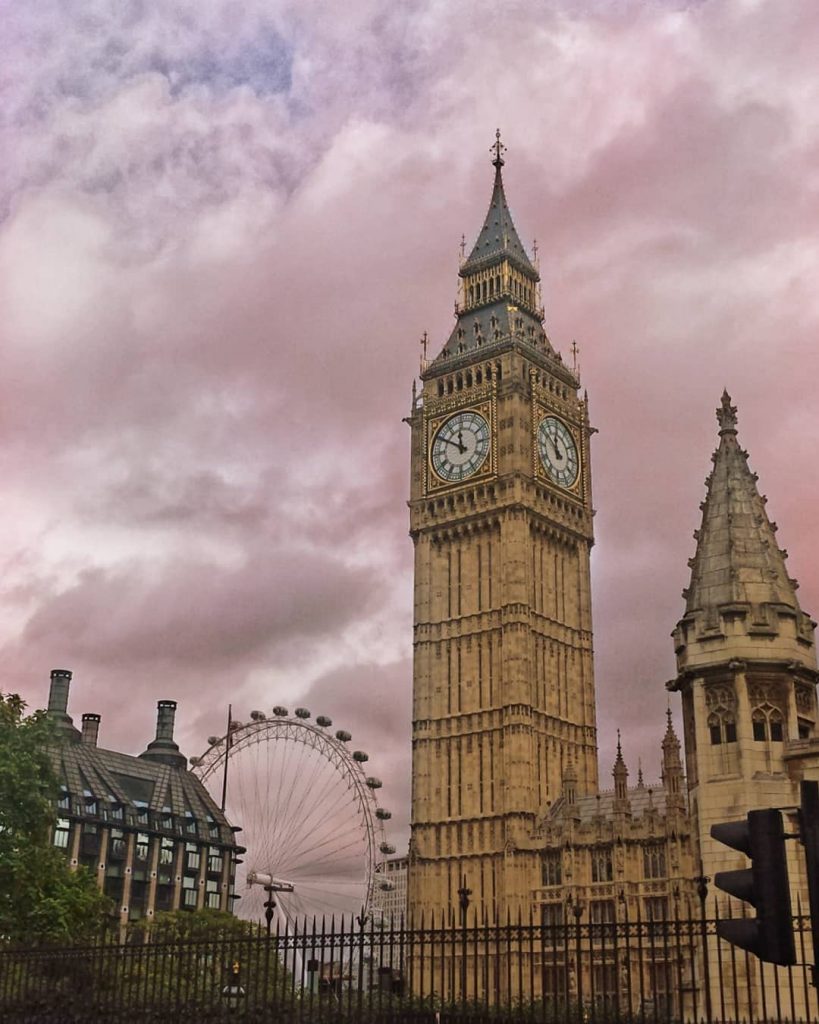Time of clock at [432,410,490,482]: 11:50
